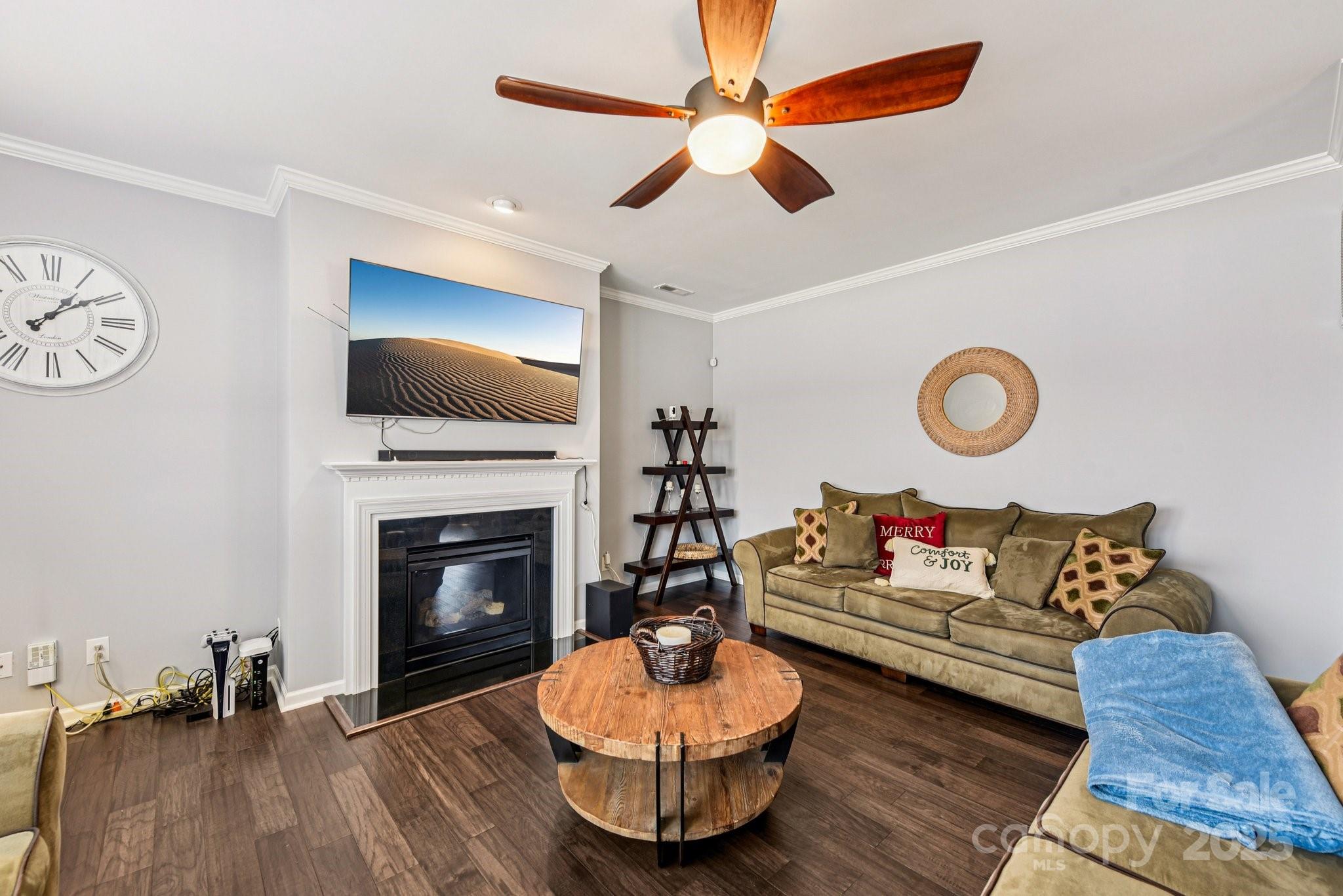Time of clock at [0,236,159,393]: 1:09
